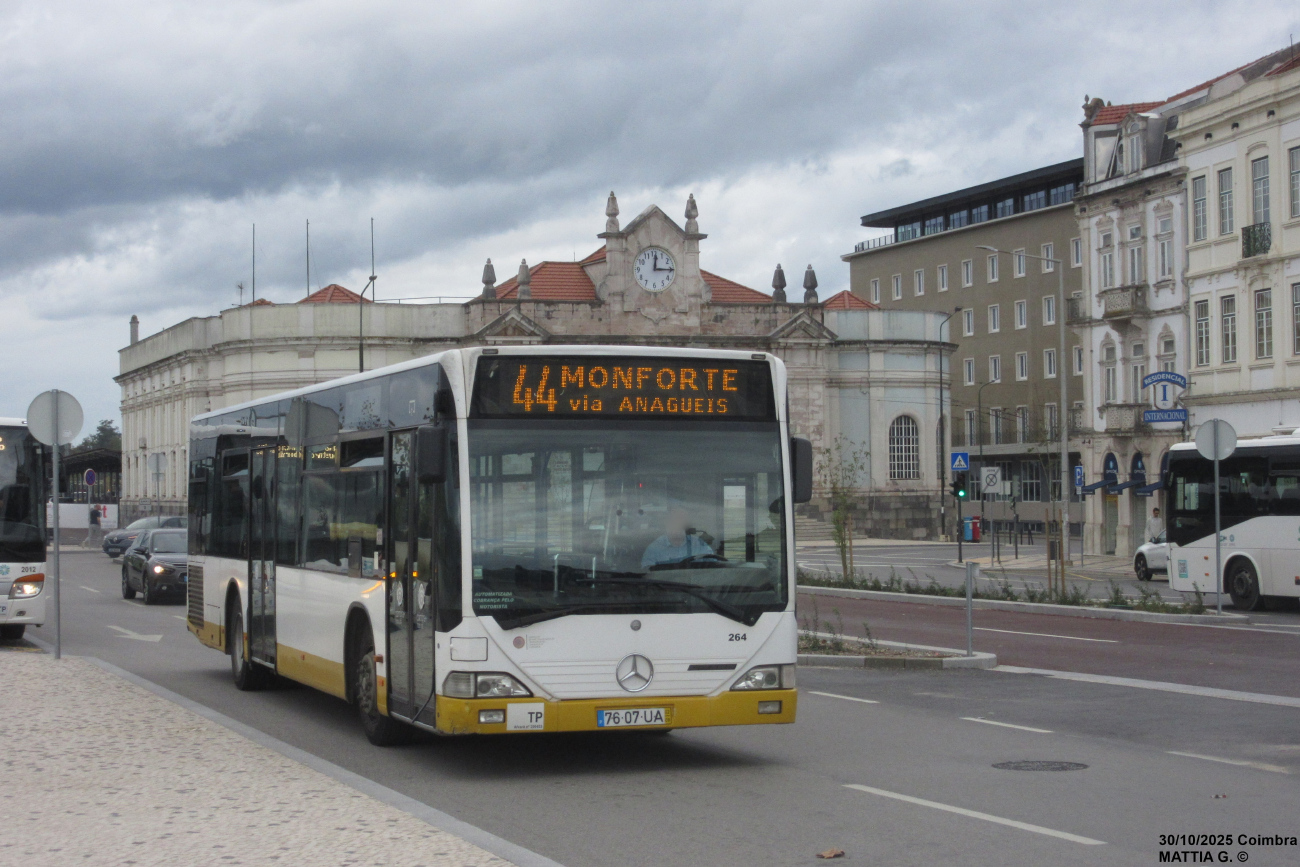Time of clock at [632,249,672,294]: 12:15
